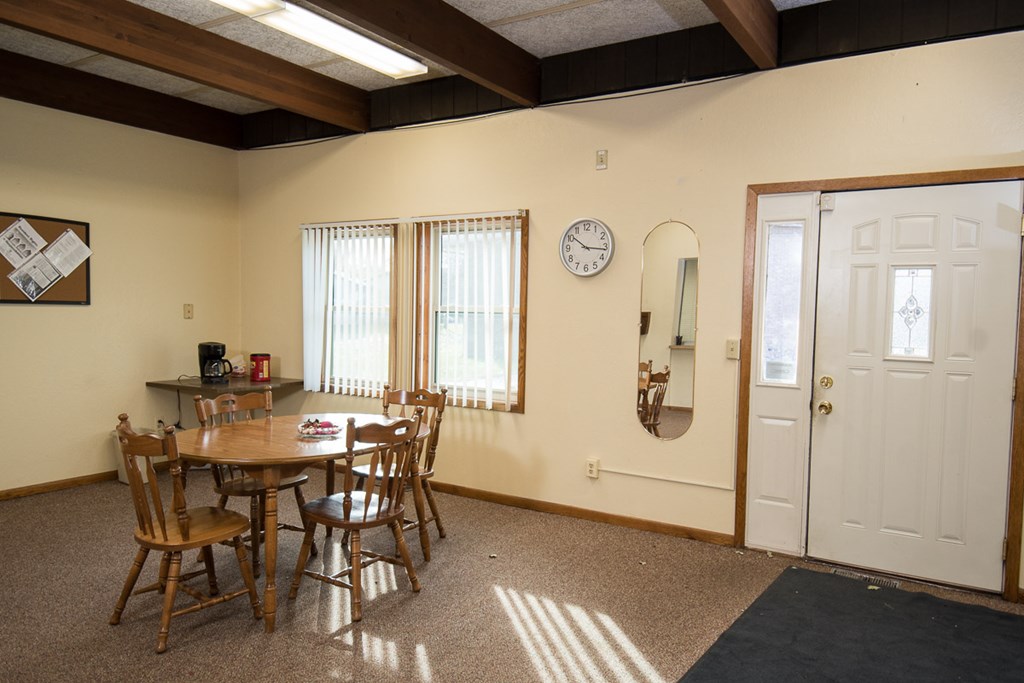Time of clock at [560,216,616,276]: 10:16
